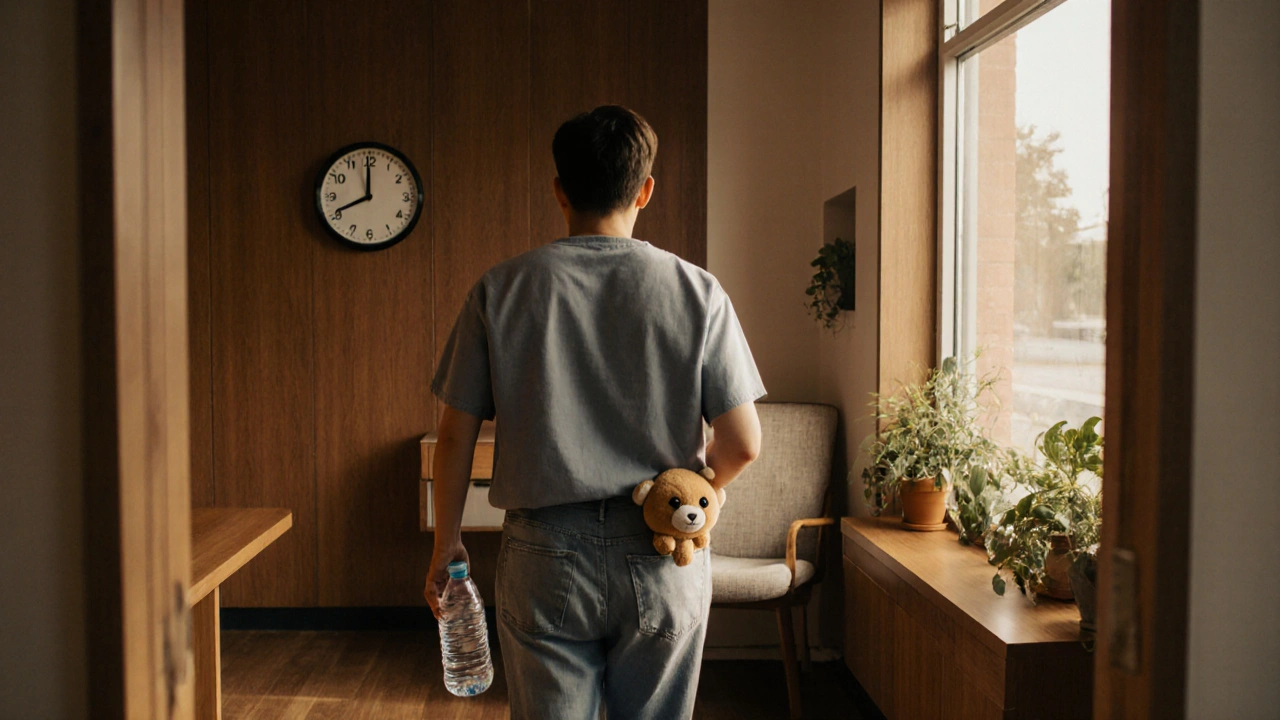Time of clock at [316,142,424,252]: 7:59
